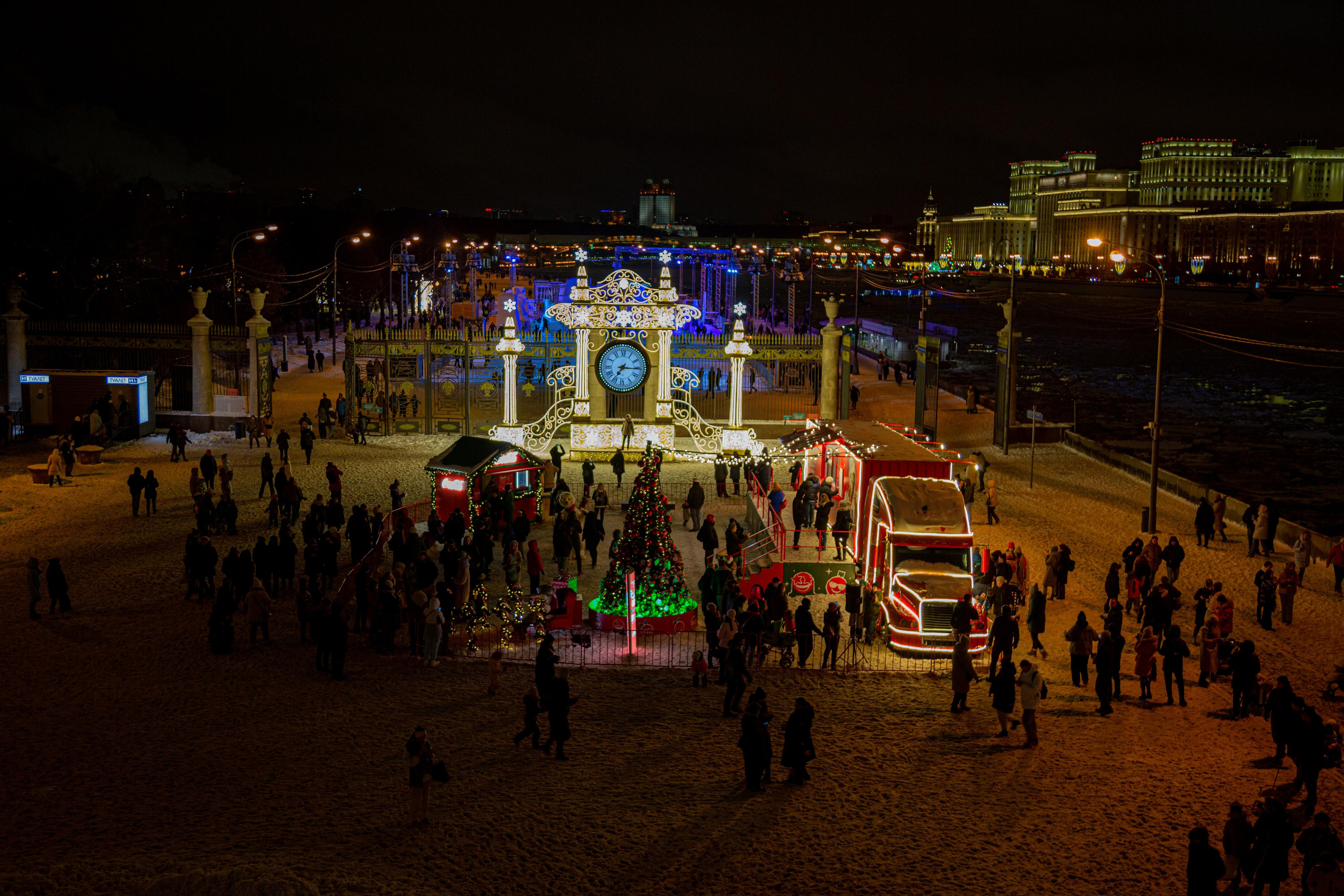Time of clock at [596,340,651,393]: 7:15
